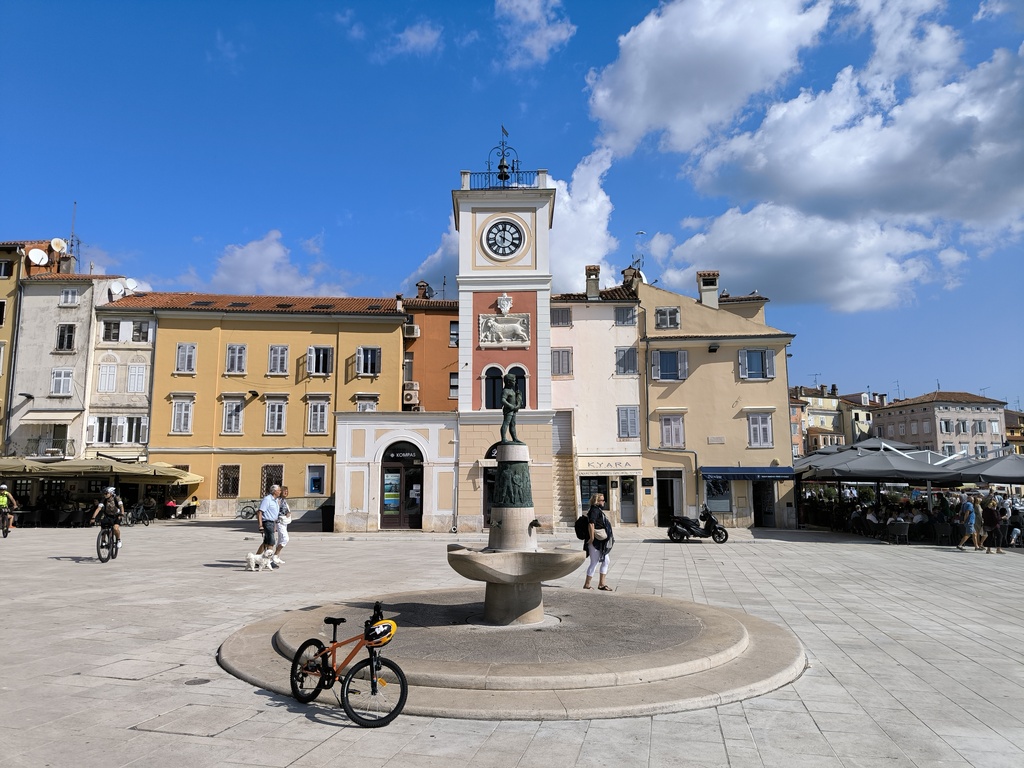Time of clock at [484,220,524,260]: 4:00
